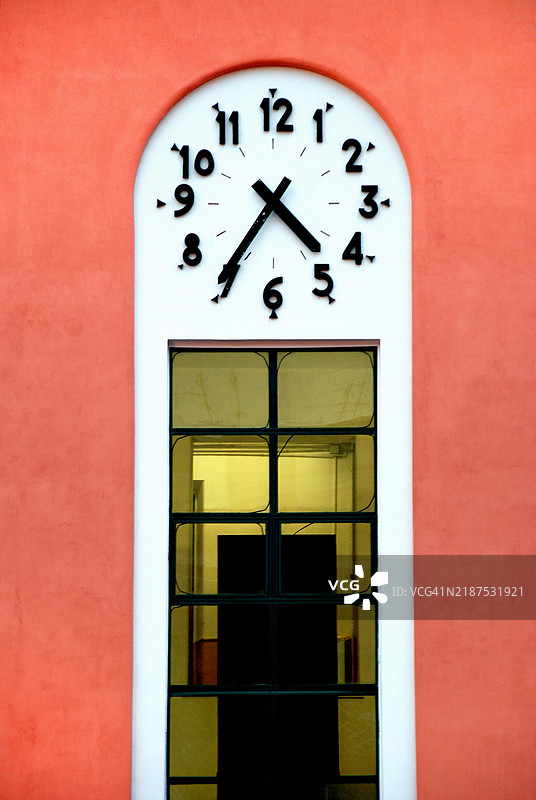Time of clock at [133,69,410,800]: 4:35
